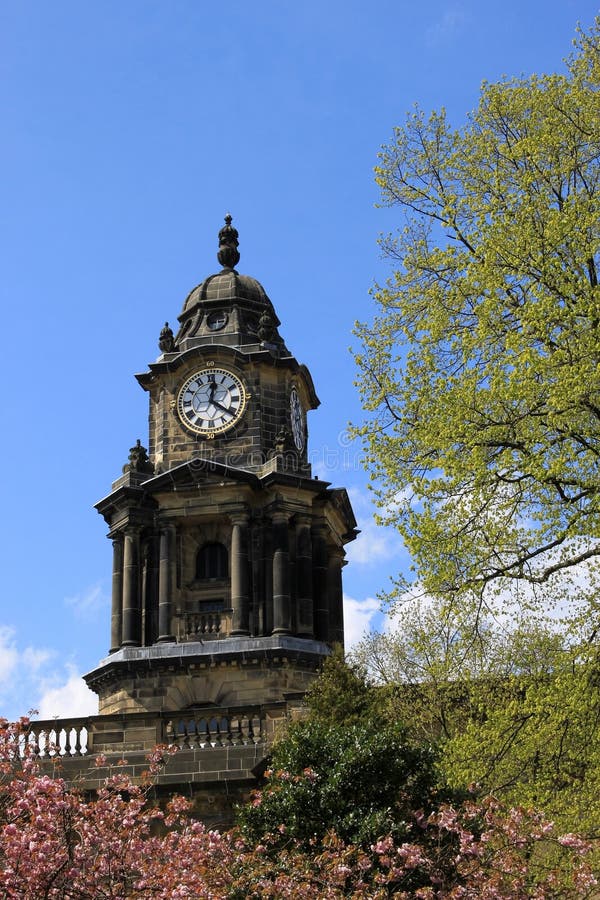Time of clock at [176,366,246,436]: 12:21
